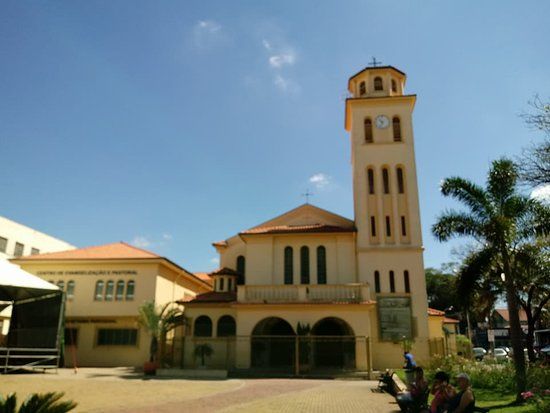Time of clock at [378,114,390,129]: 10:34
